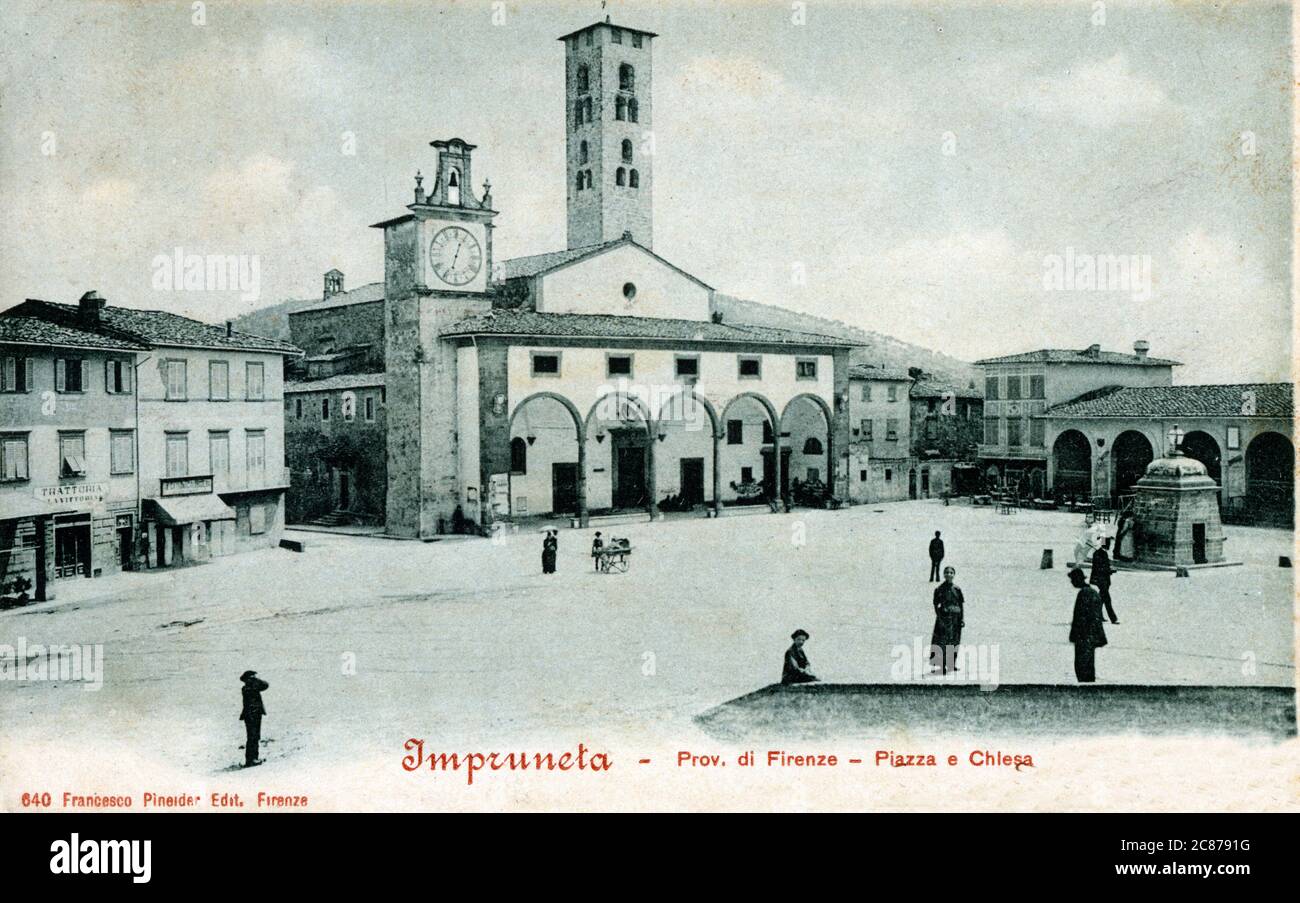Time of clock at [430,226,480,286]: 12:32
